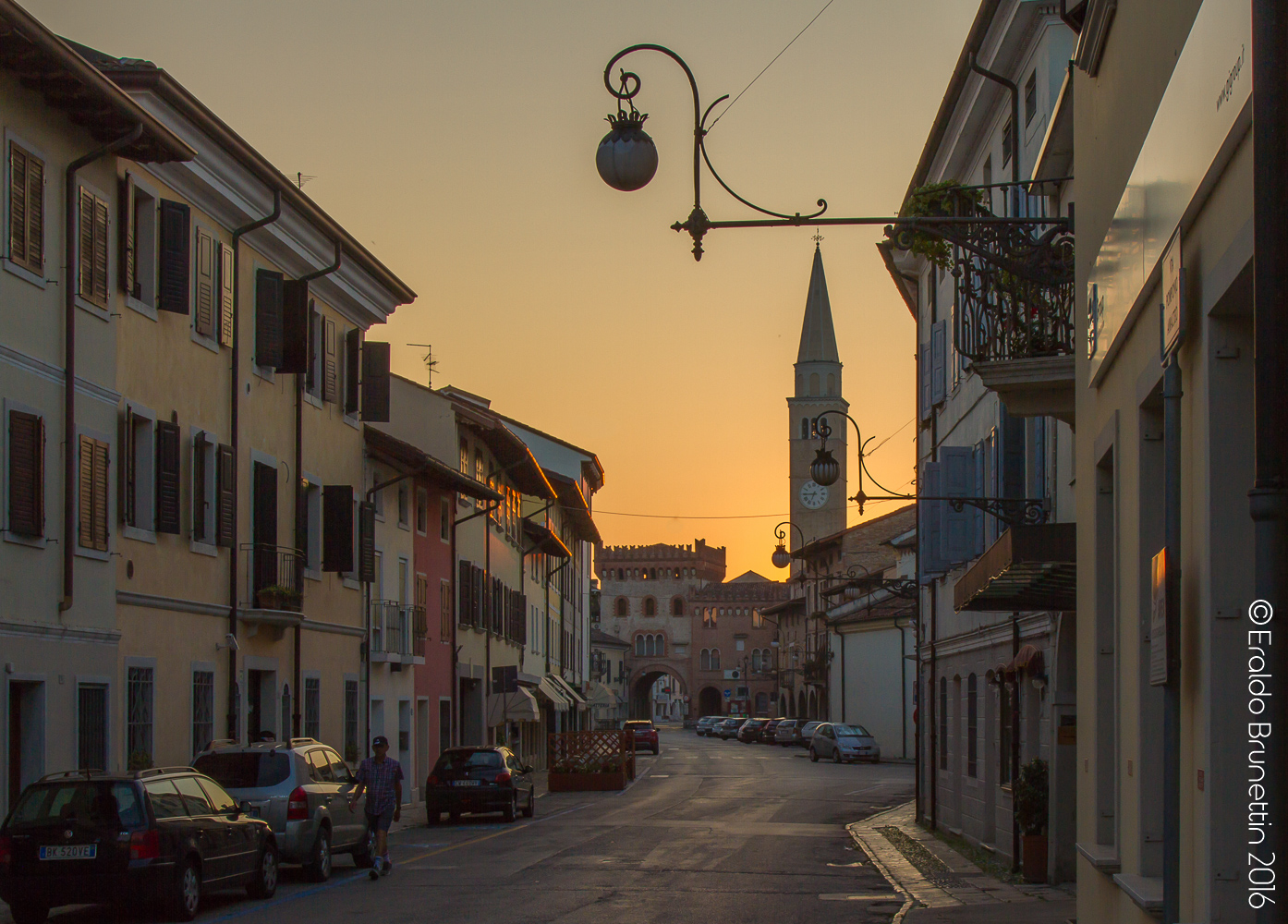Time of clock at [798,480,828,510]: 6:44
